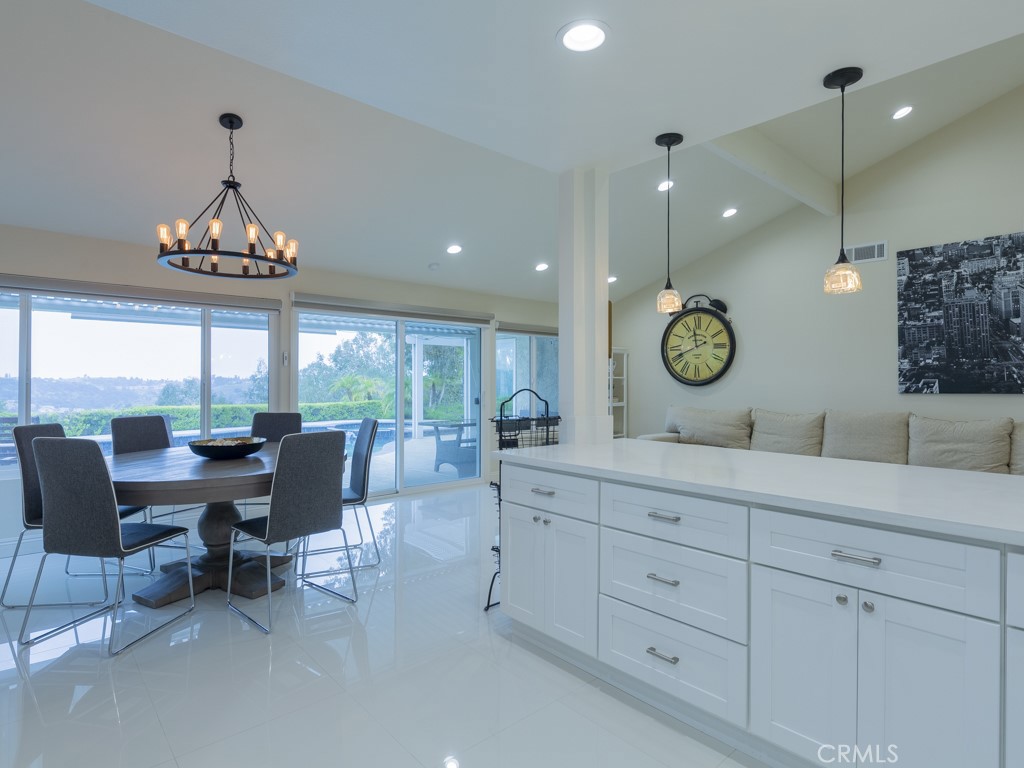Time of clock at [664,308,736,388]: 11:40
